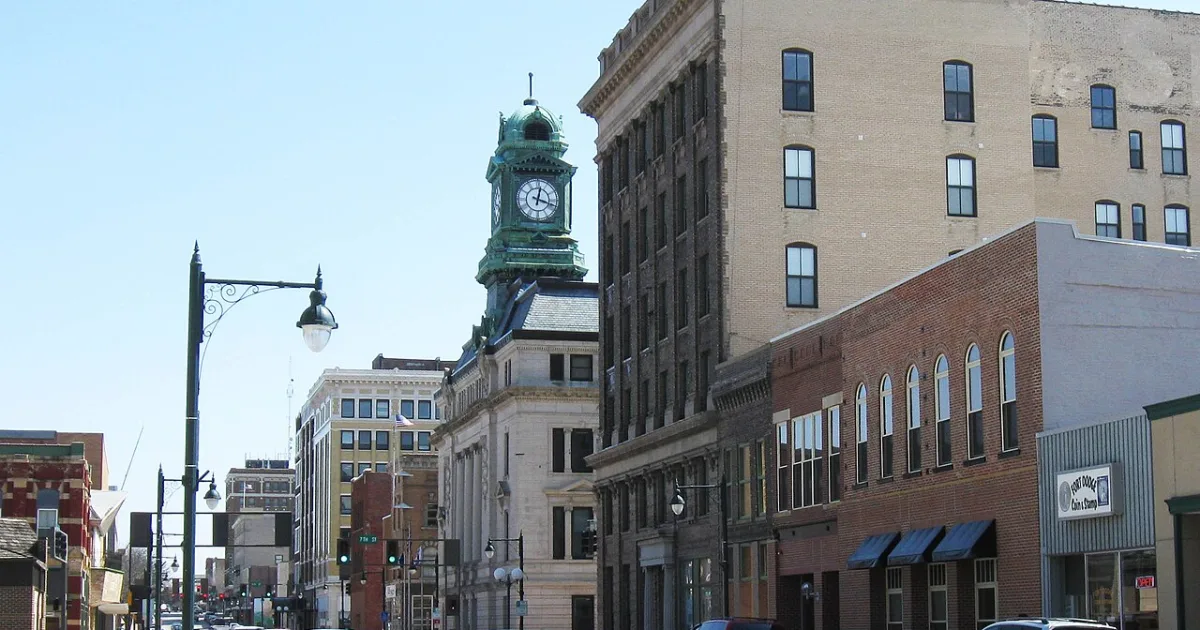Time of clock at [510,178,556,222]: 12:18
